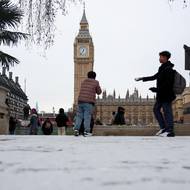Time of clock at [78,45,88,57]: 12:36
